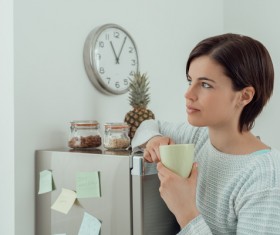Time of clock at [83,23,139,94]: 11:05
